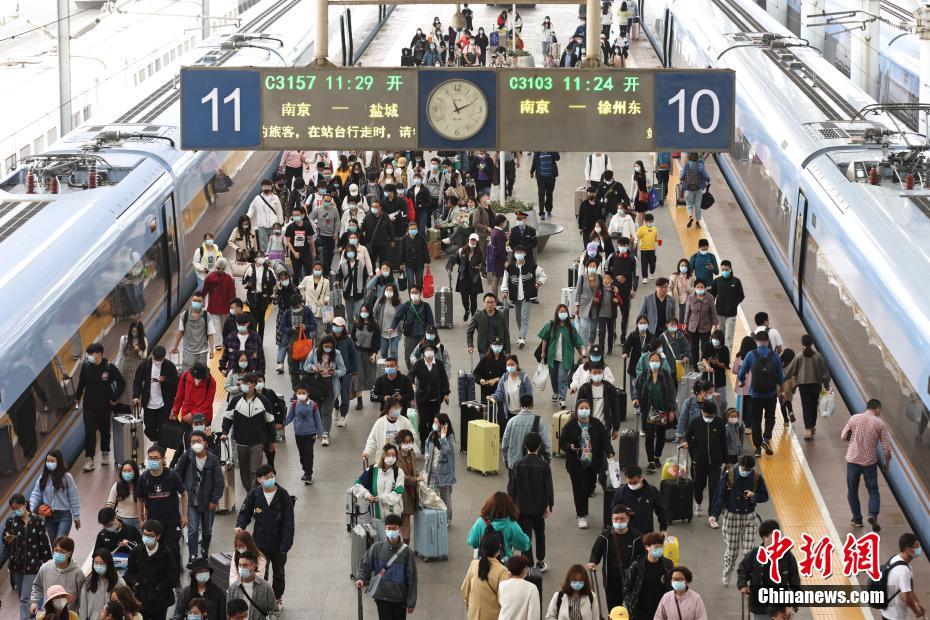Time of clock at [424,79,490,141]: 11:10
